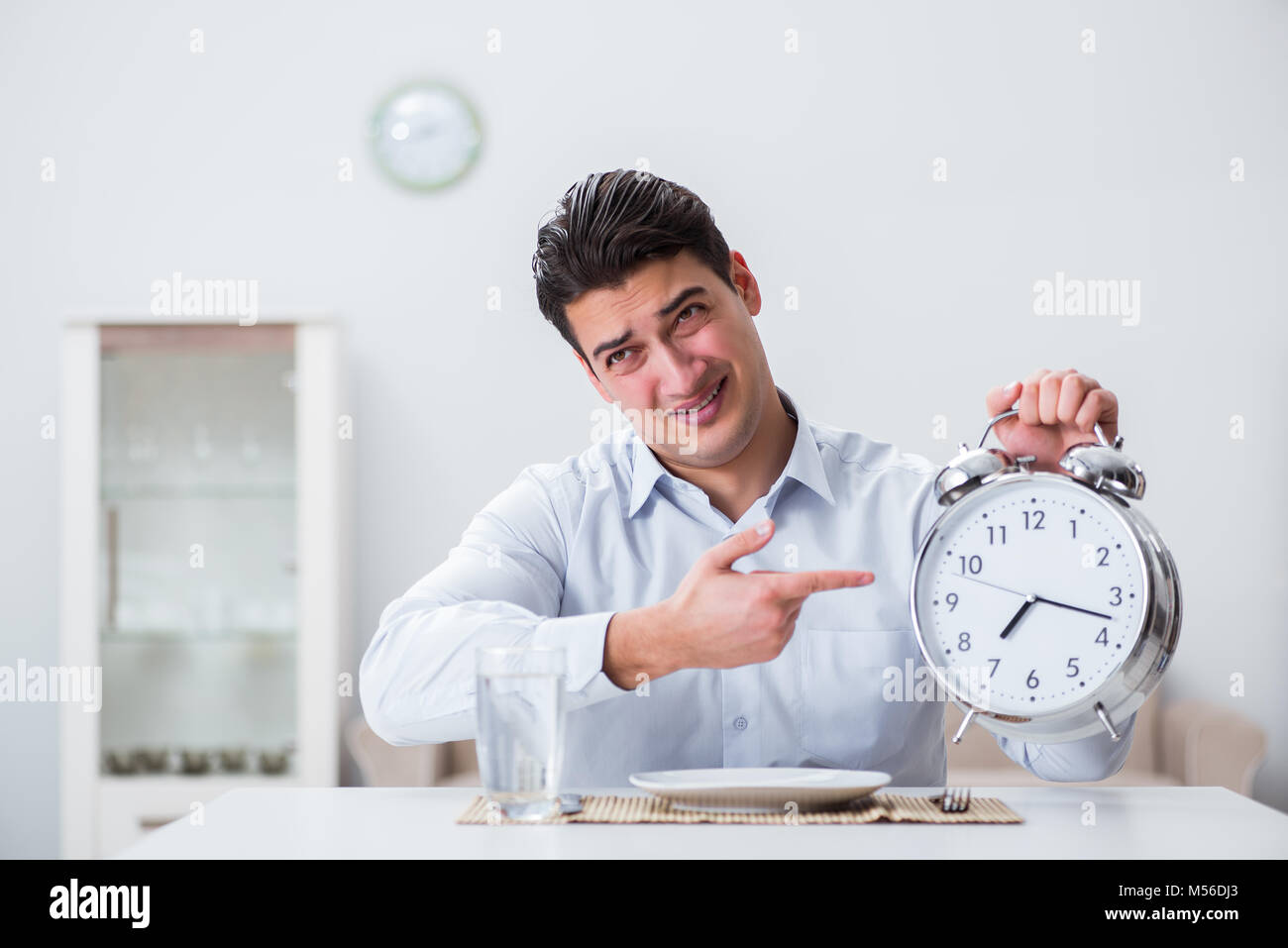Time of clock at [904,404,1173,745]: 7:17
